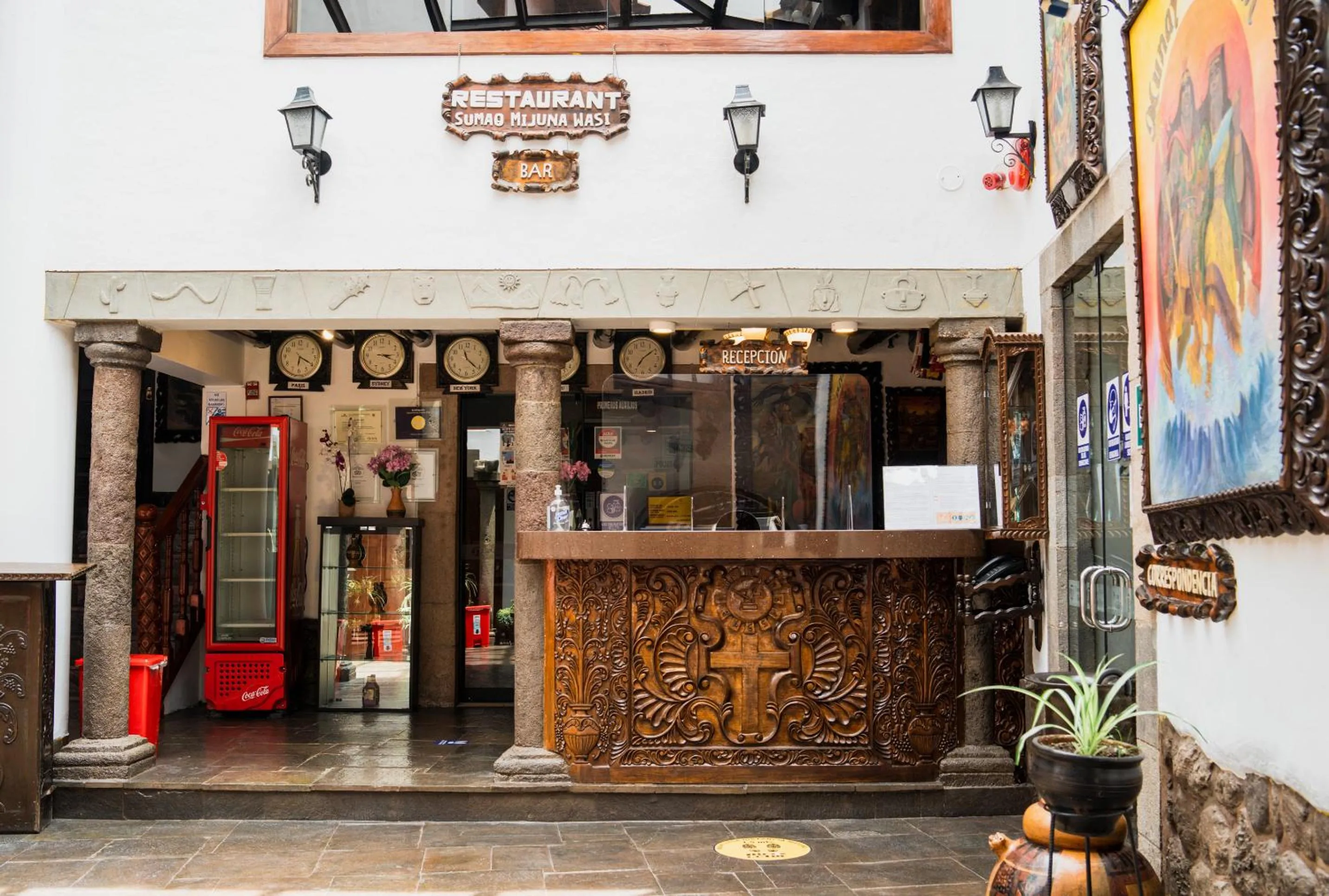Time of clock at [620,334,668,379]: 7:08
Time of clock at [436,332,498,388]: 11:21
